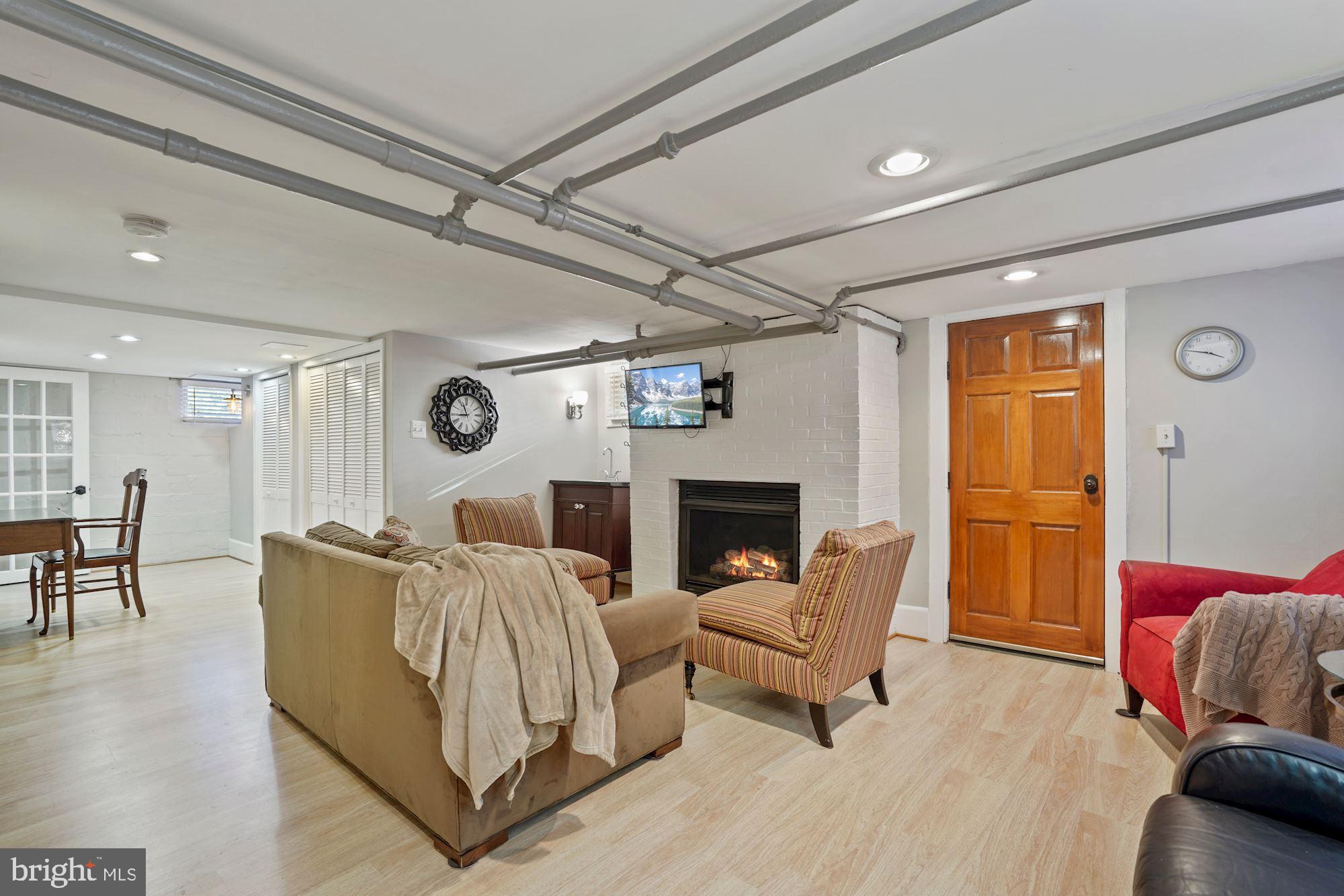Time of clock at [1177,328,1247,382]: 3:47
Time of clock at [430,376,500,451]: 10:43
